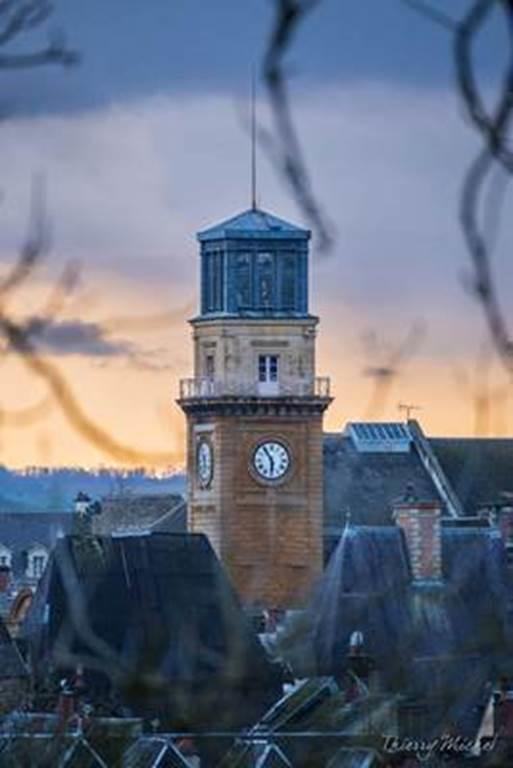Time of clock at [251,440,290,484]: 5:54
